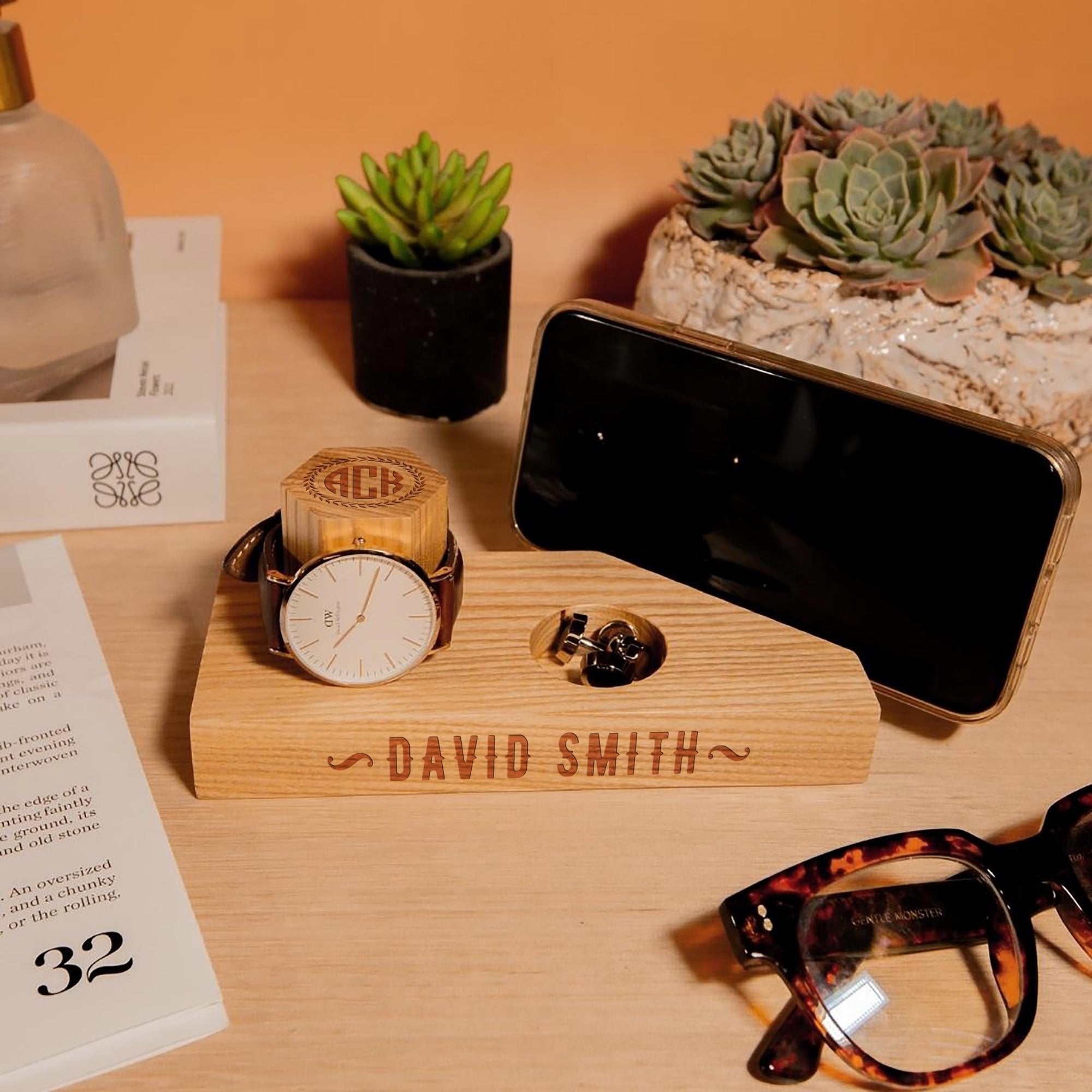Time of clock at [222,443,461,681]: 7:03
